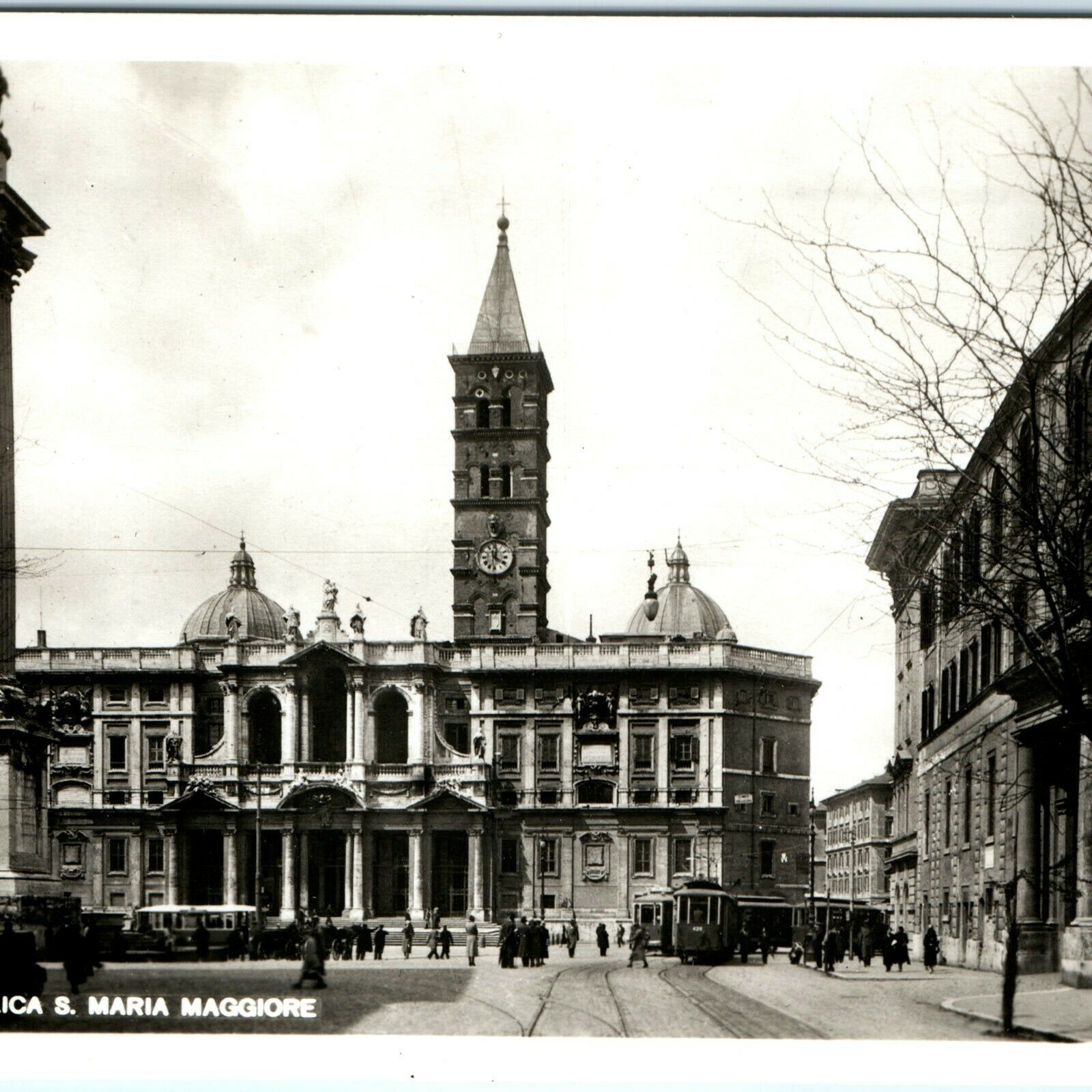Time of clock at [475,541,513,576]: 4:01
